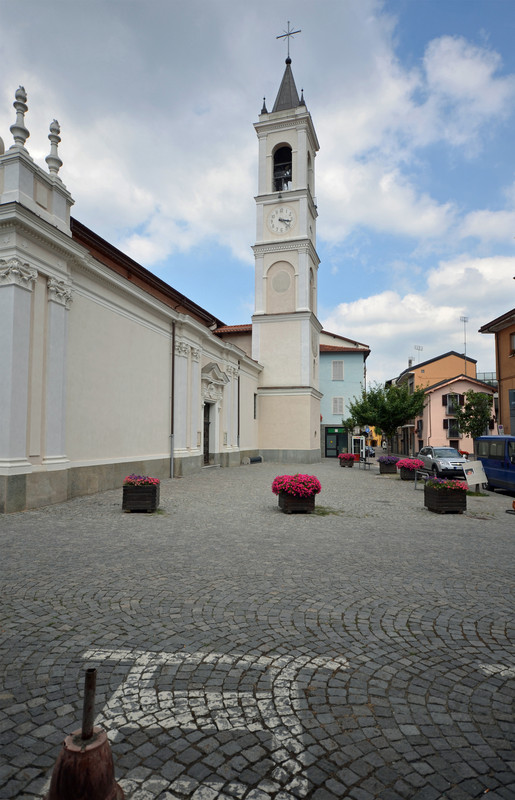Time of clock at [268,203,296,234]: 3:22
